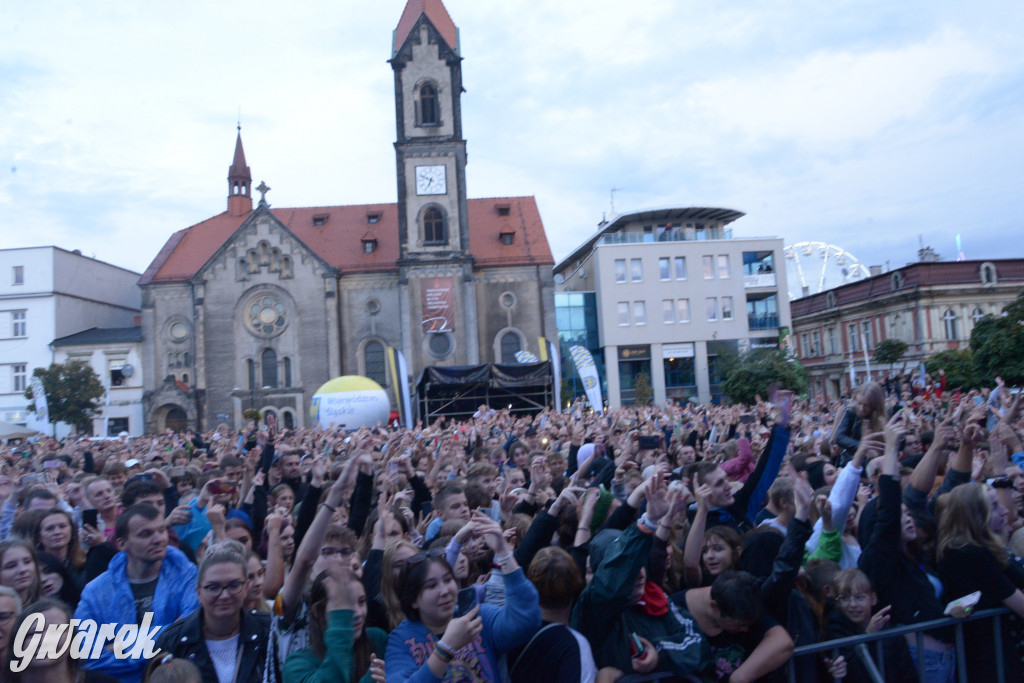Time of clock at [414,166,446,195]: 6:48
